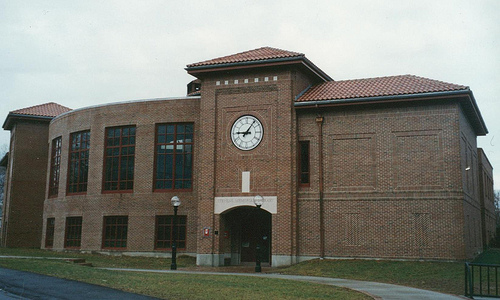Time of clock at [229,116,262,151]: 9:06
